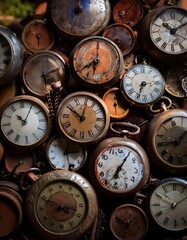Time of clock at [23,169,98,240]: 3:49
